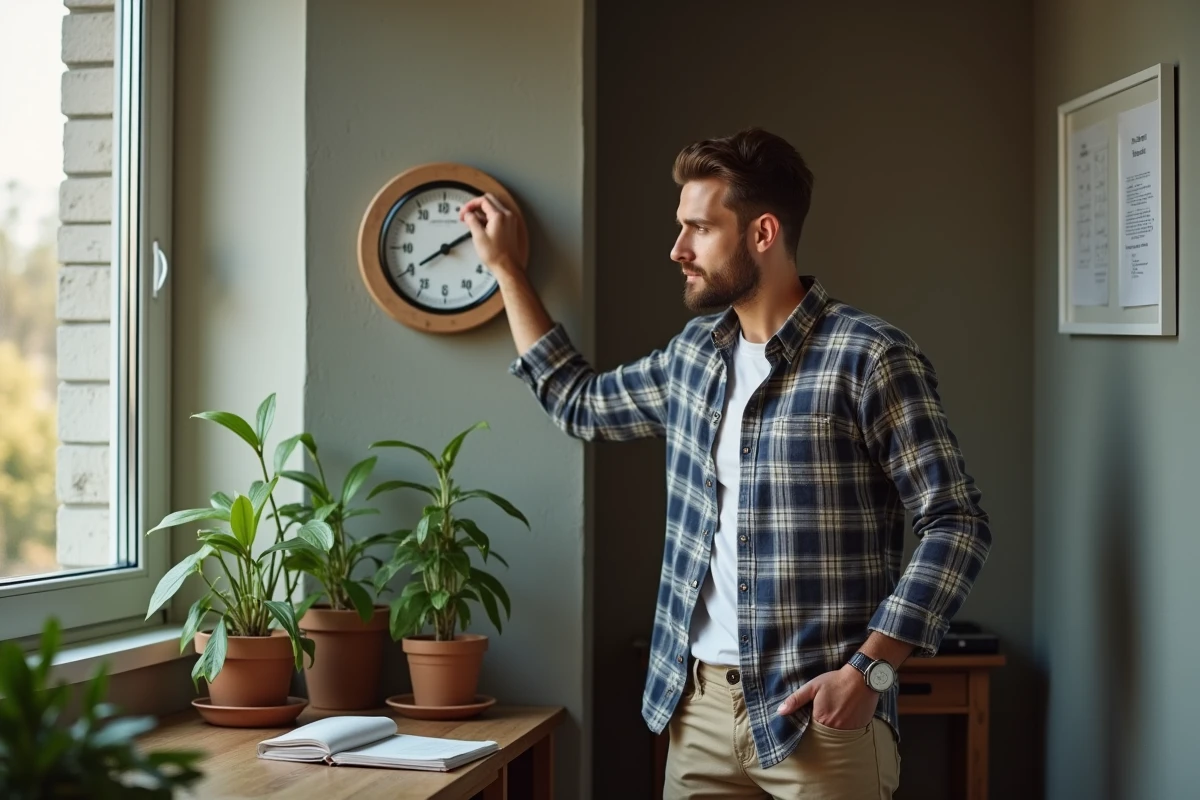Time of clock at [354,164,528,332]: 1:39
